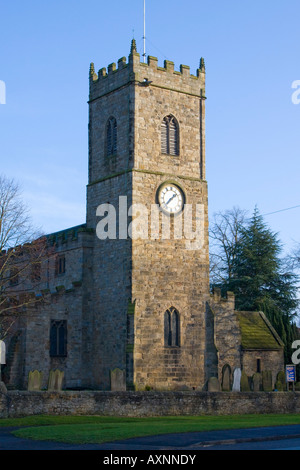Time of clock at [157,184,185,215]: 1:36
